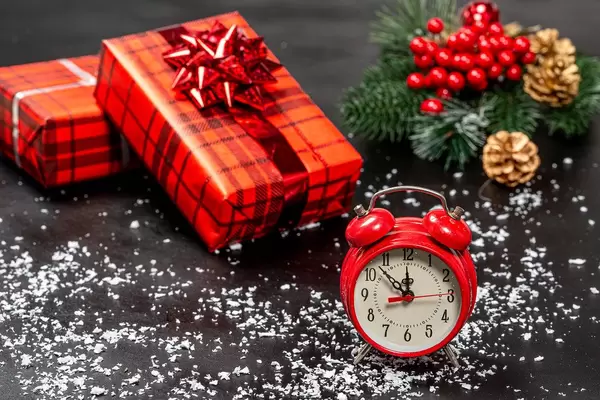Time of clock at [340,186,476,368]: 11:52
